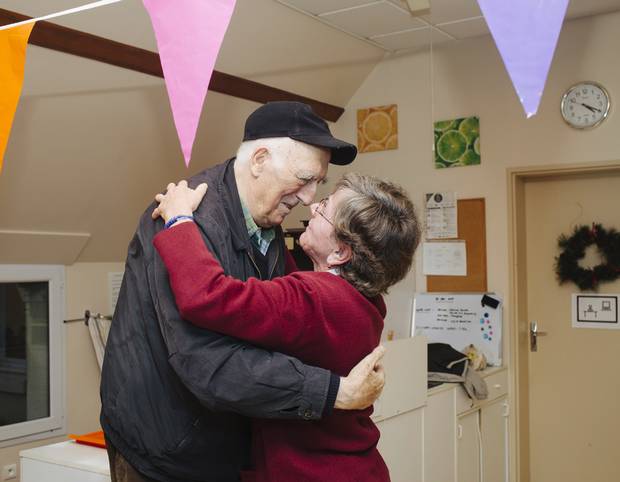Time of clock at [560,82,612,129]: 4:19
